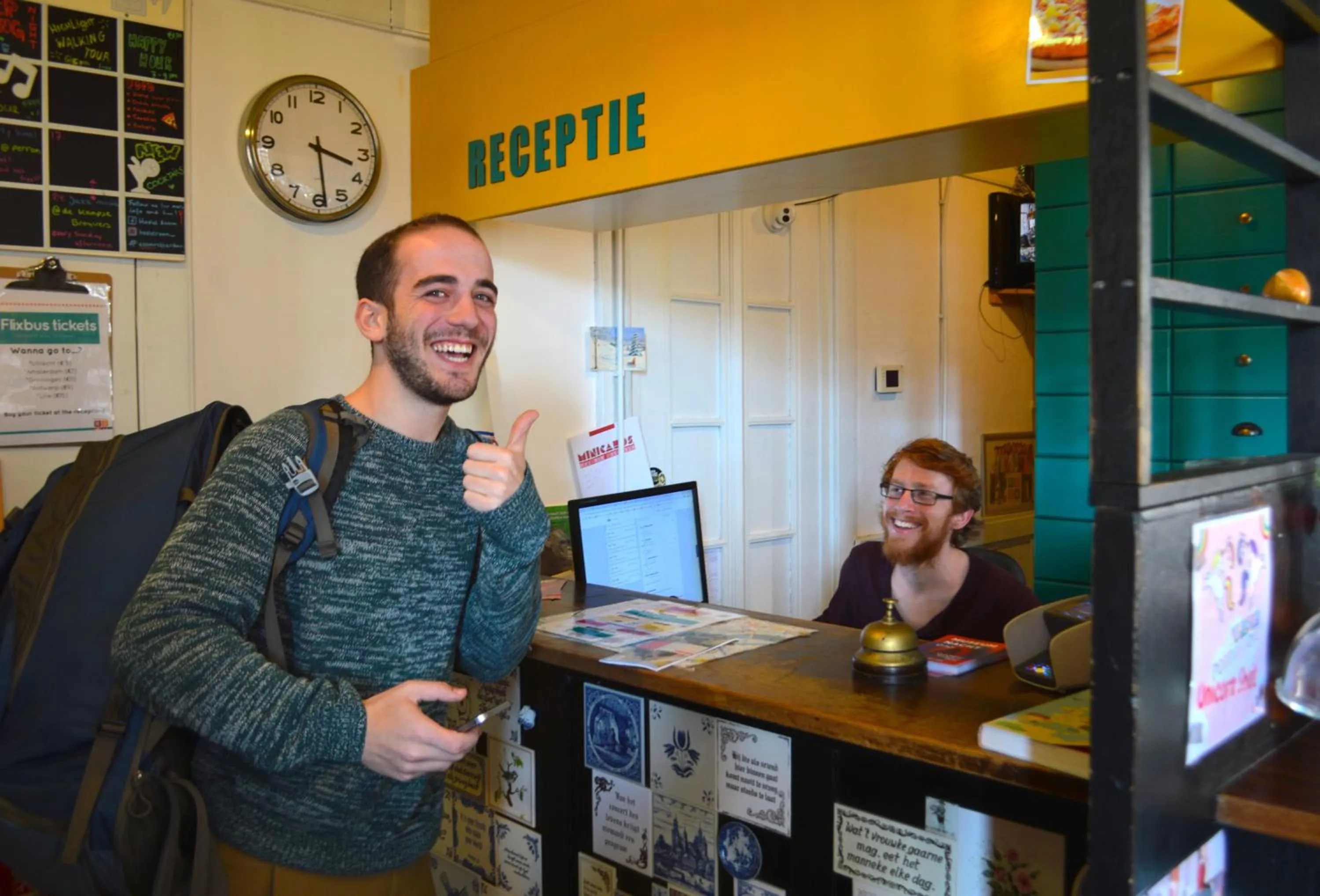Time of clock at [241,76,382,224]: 3:28
